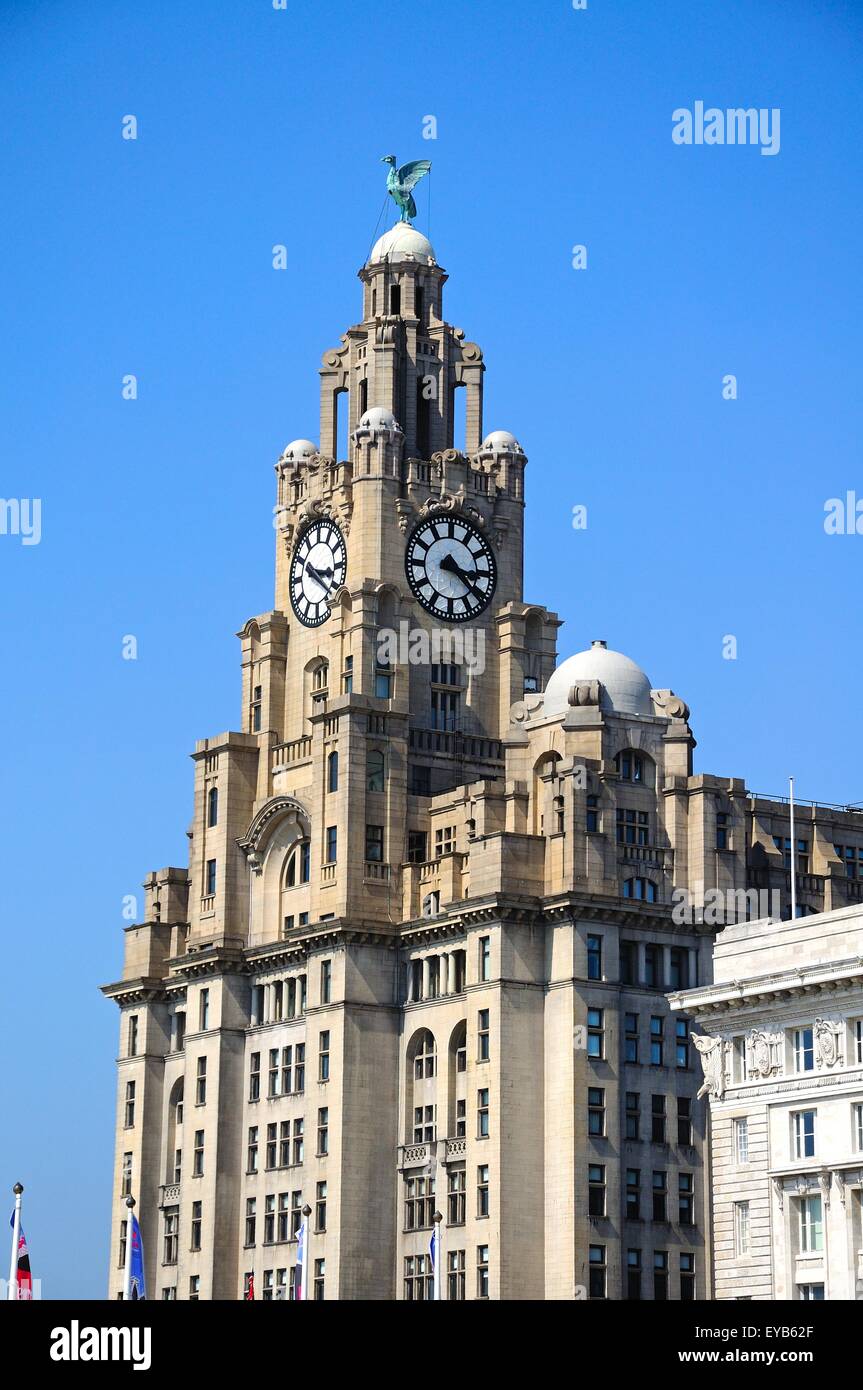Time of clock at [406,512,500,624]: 3:22
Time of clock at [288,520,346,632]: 3:20
